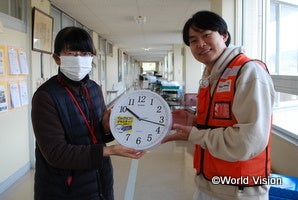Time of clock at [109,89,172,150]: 10:17
